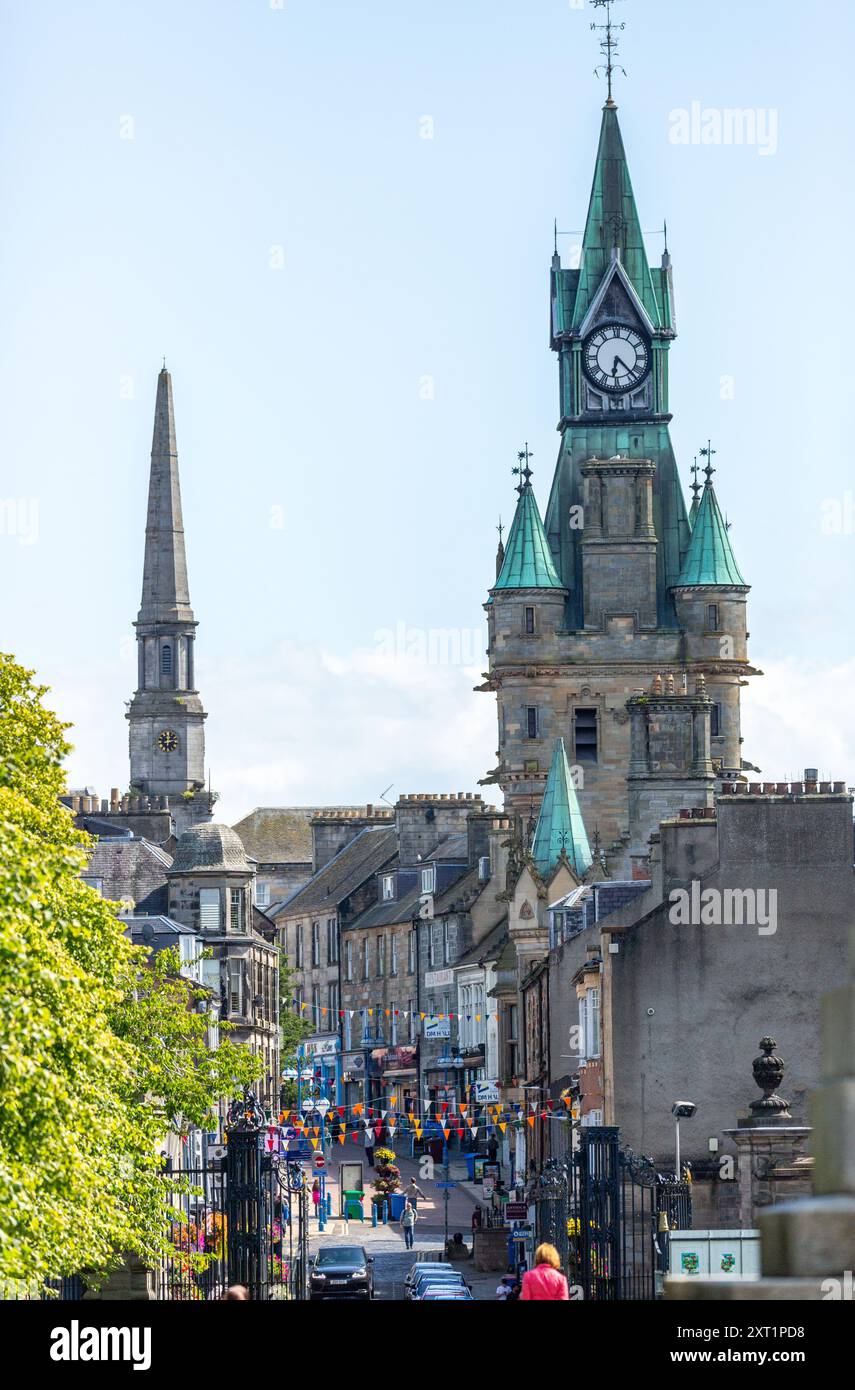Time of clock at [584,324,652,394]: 6:22
